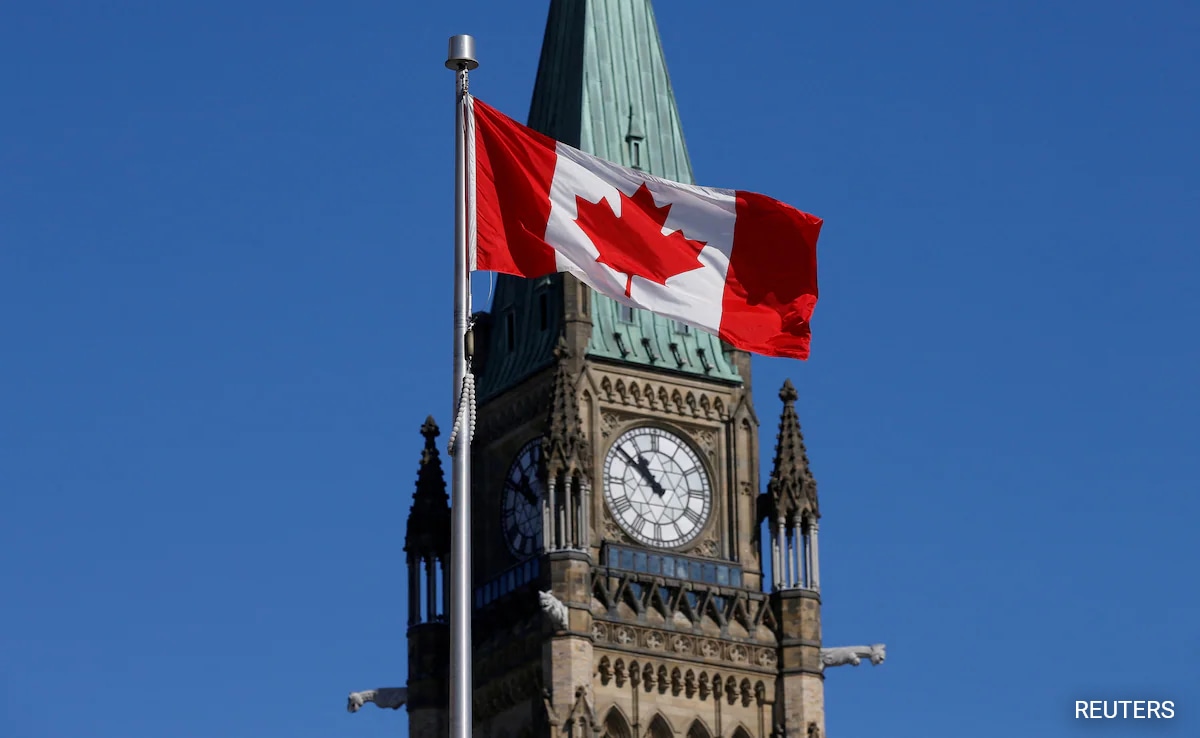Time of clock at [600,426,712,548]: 10:51
